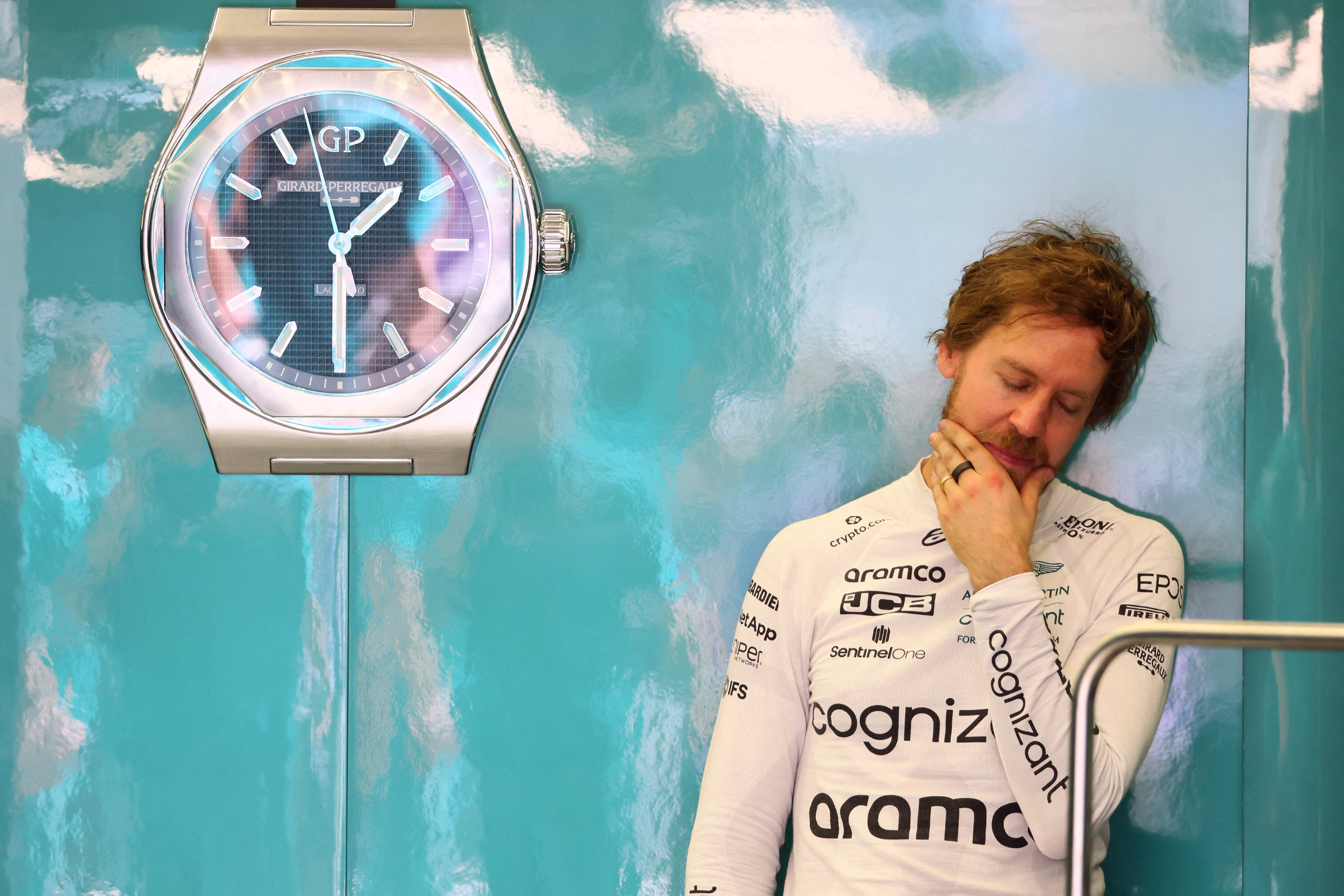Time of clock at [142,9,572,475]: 1:29
